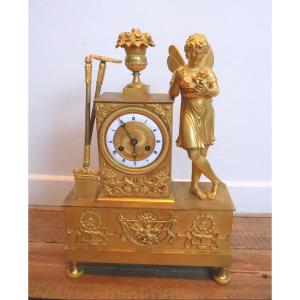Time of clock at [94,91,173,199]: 5:54
